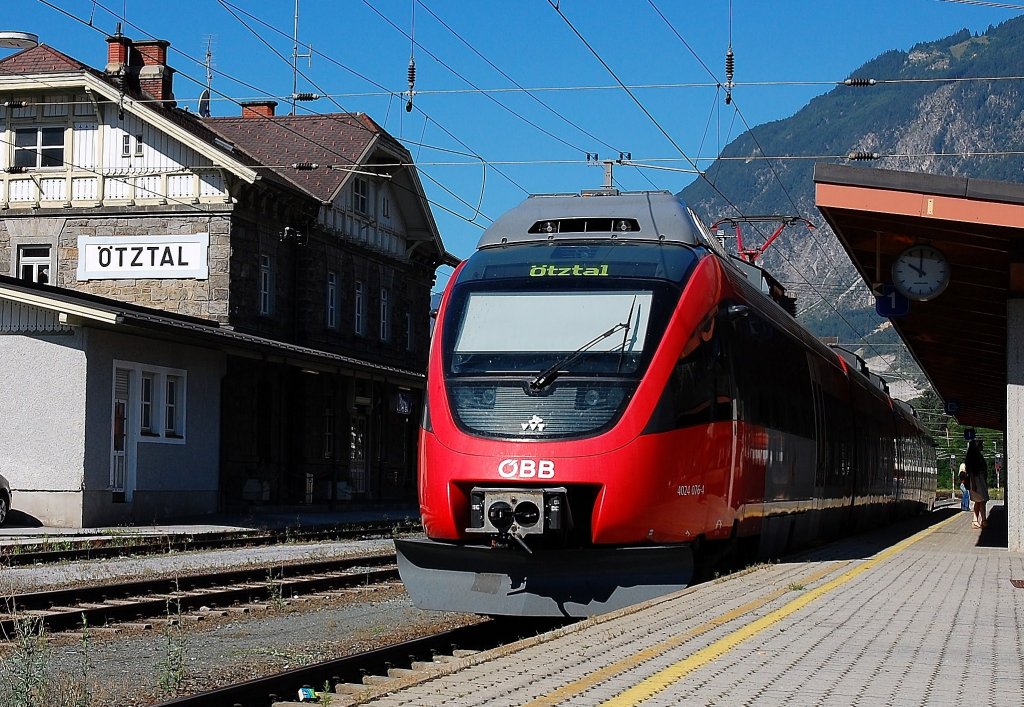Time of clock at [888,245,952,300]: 10:00
